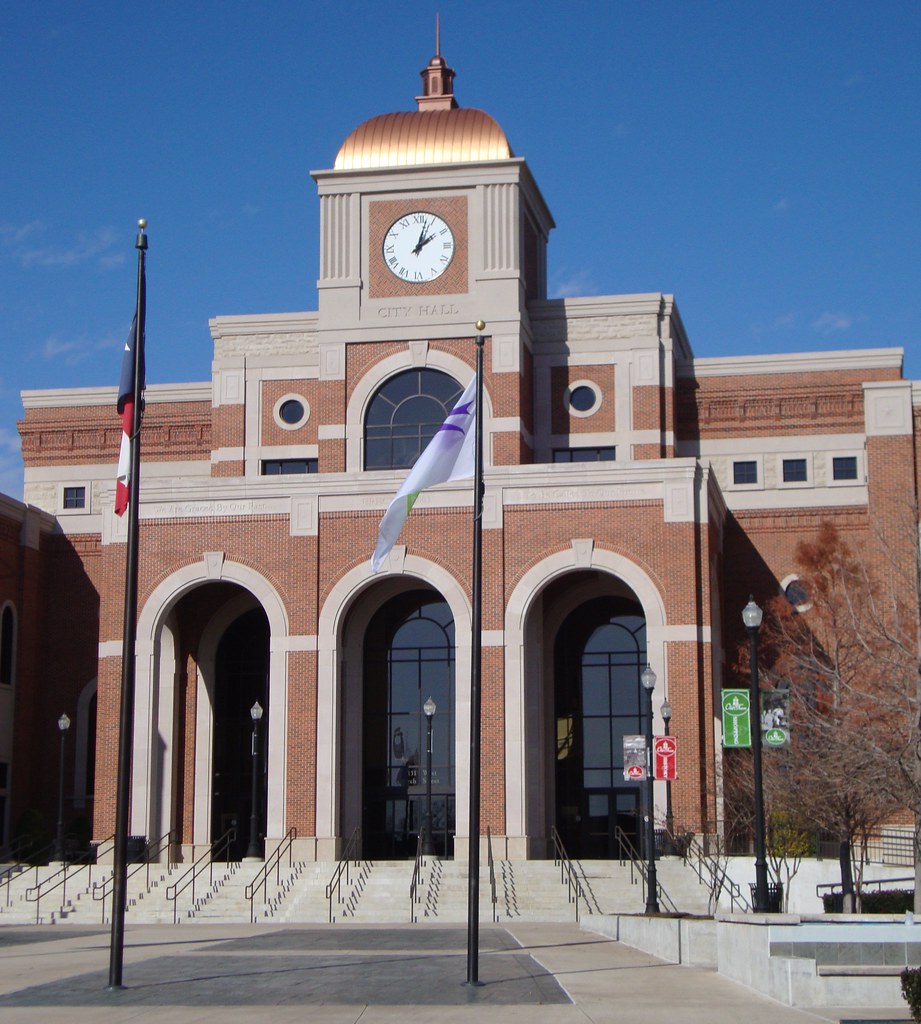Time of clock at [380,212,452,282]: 2:02
